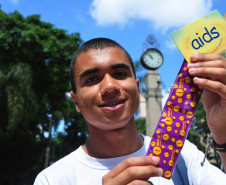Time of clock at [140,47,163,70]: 10:51
